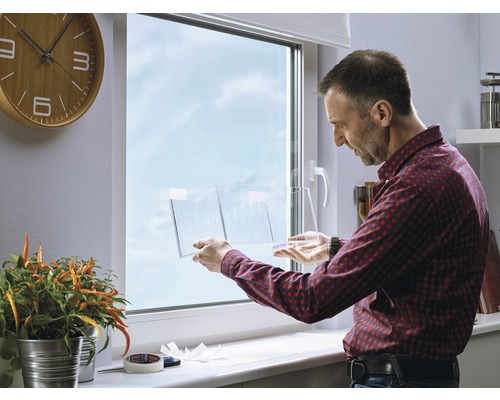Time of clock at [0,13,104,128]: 10:06
